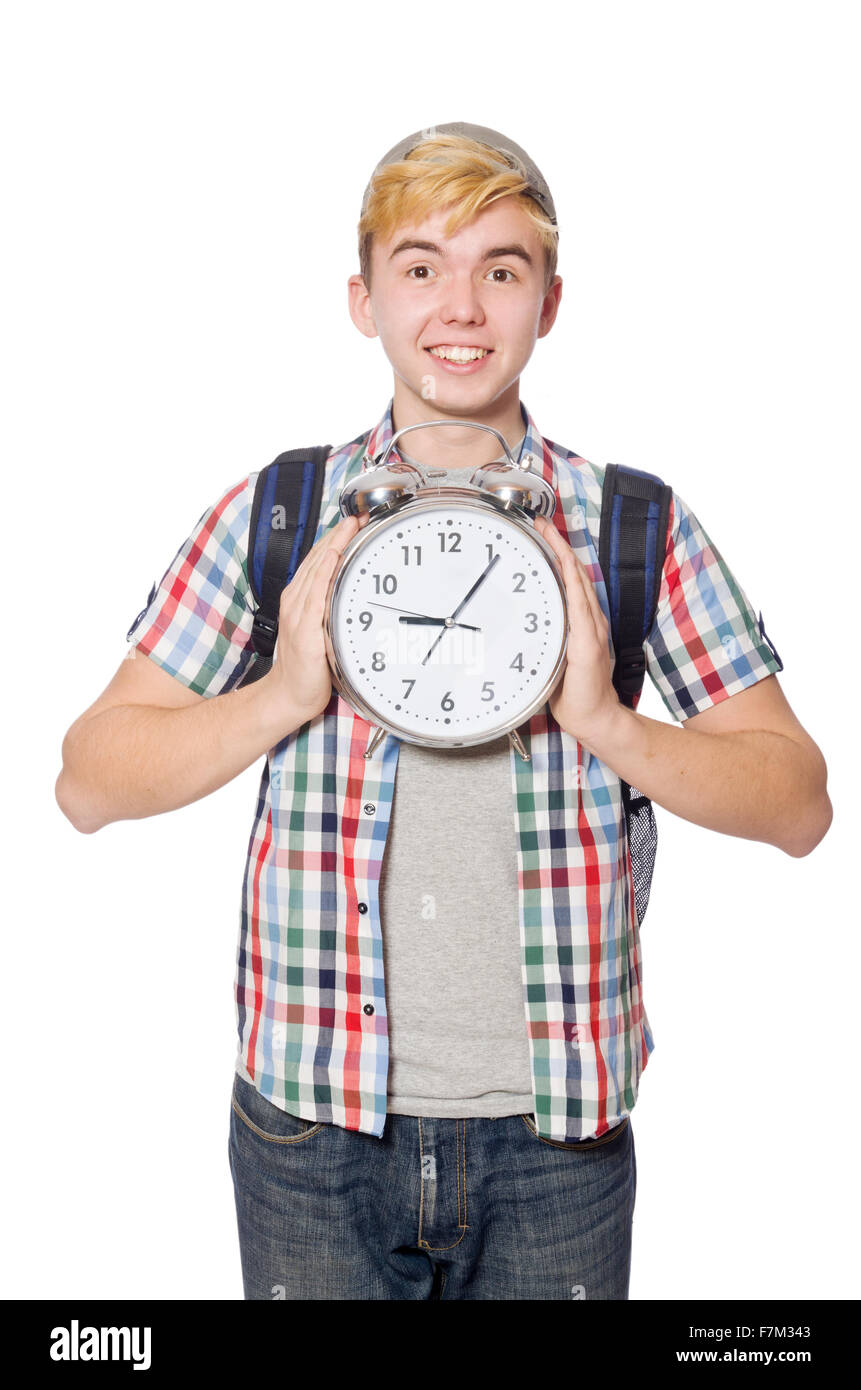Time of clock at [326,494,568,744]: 9:06
